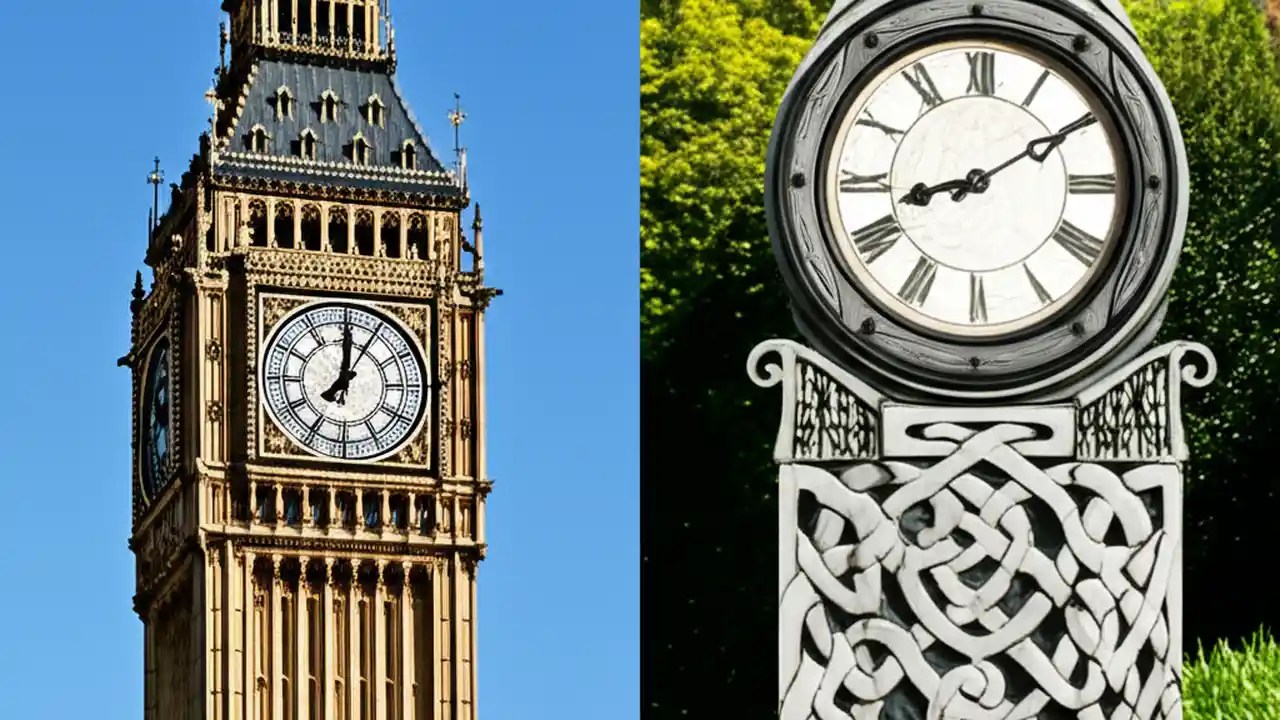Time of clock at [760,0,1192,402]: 8:09
